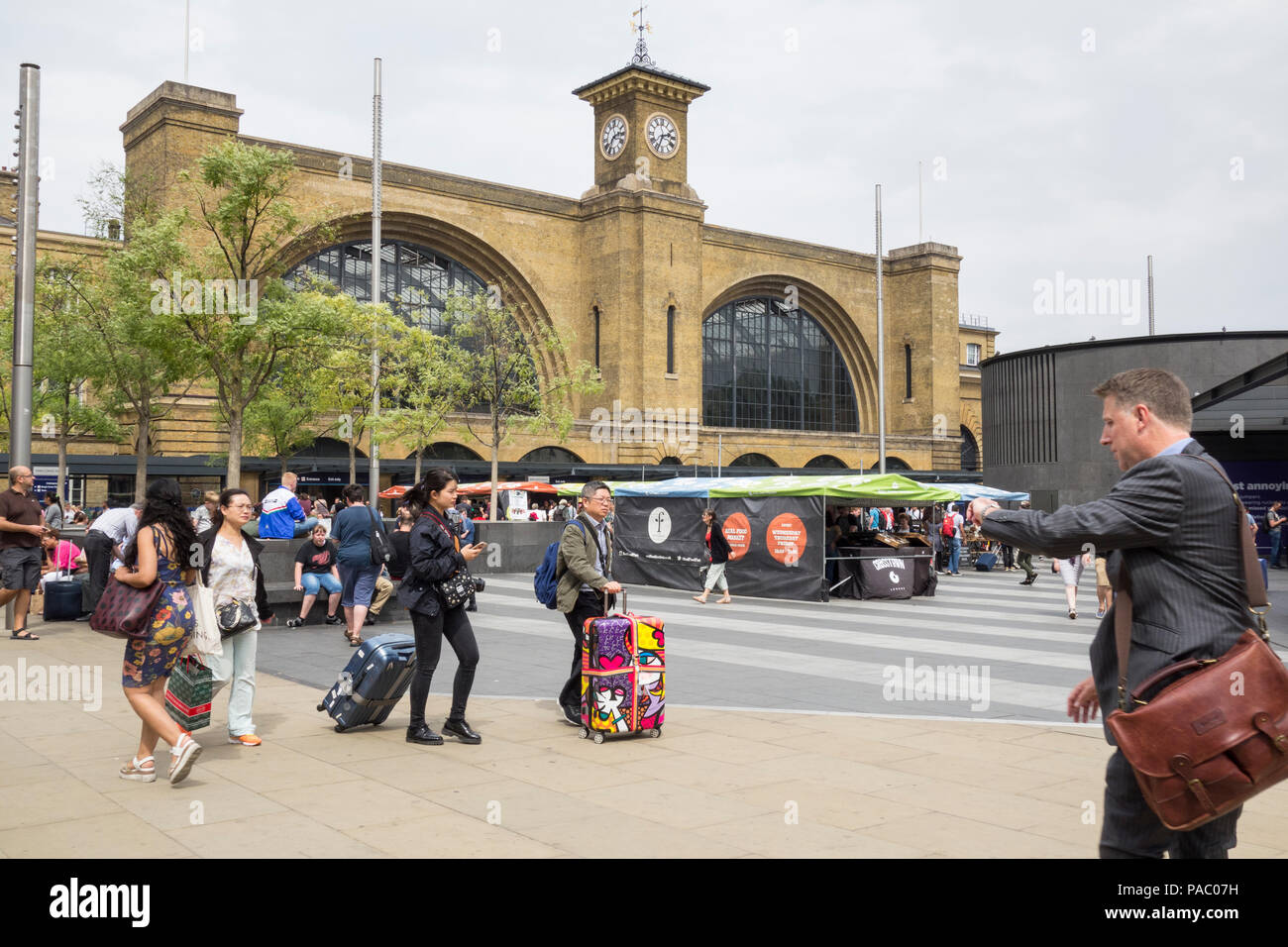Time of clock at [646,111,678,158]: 2:34
